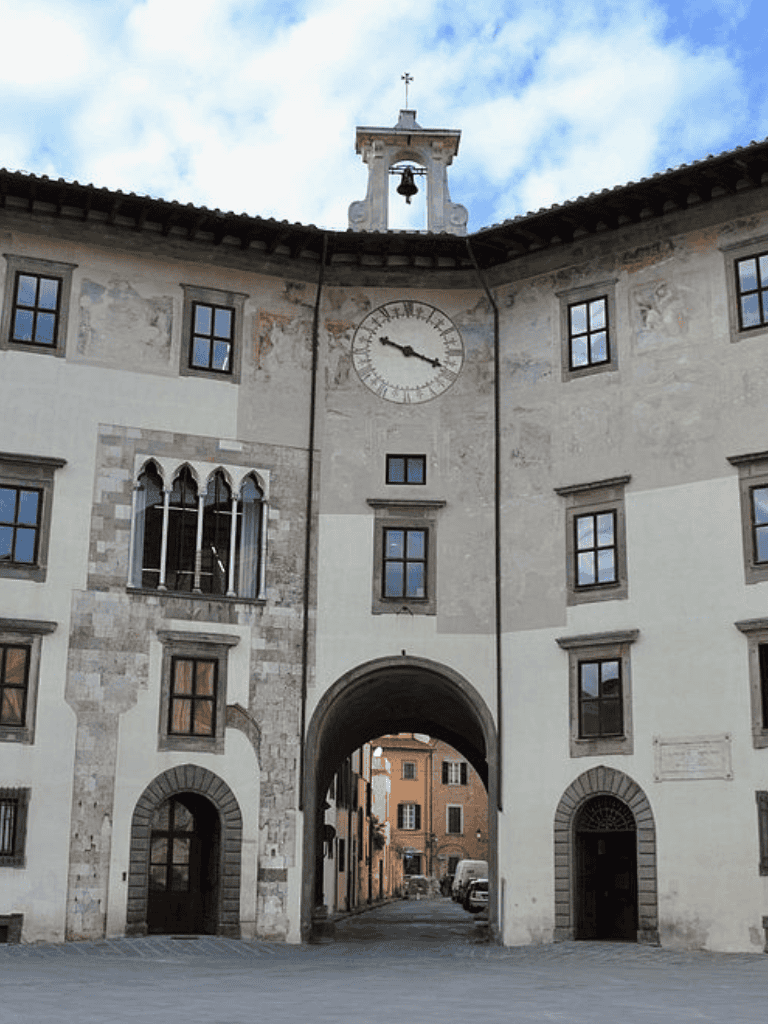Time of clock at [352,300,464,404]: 3:48
